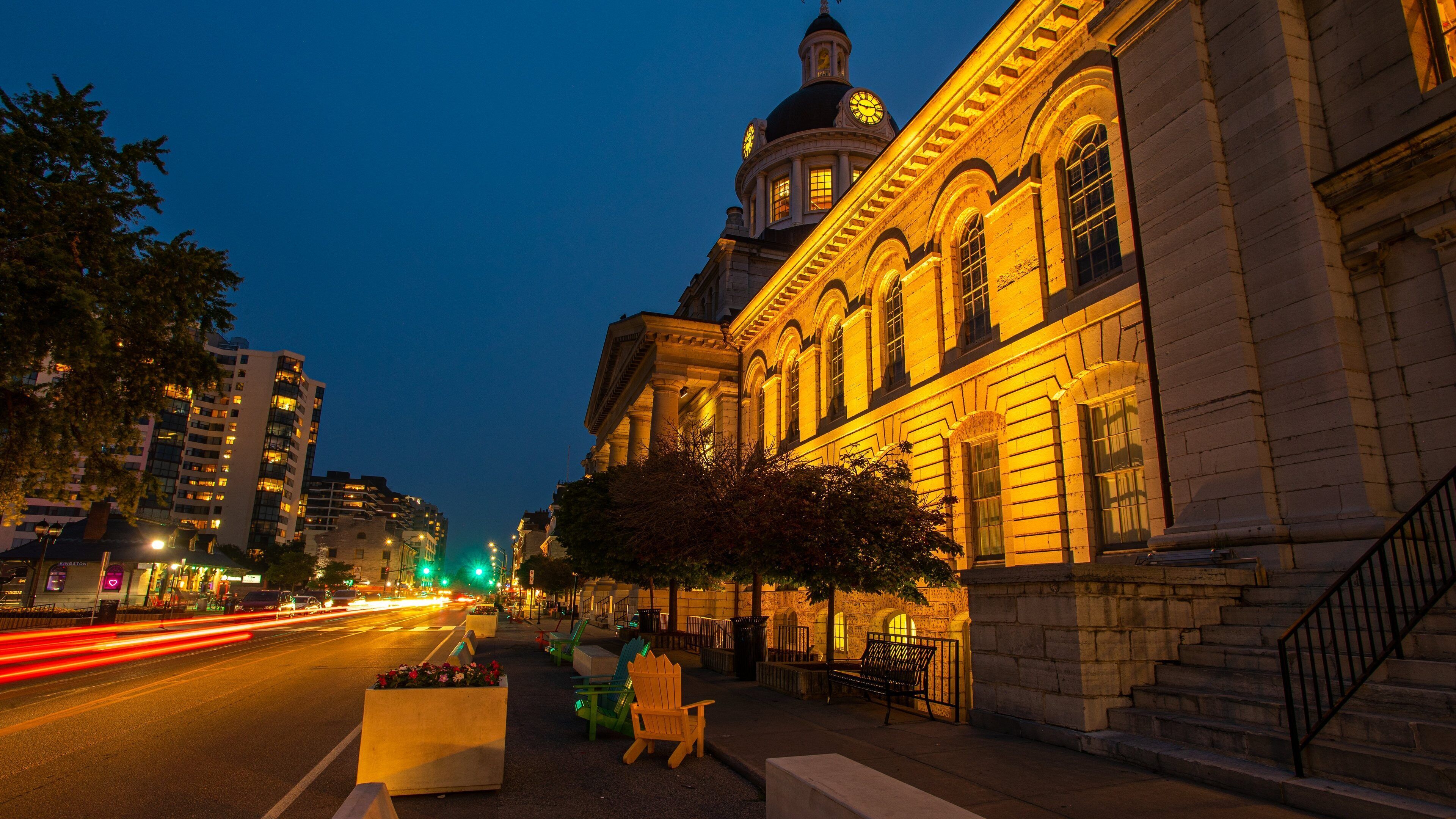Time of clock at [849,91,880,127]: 9:13
